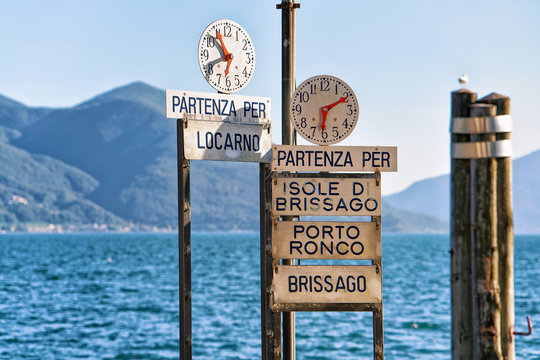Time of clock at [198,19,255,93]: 10:41
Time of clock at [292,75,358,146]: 6:10
